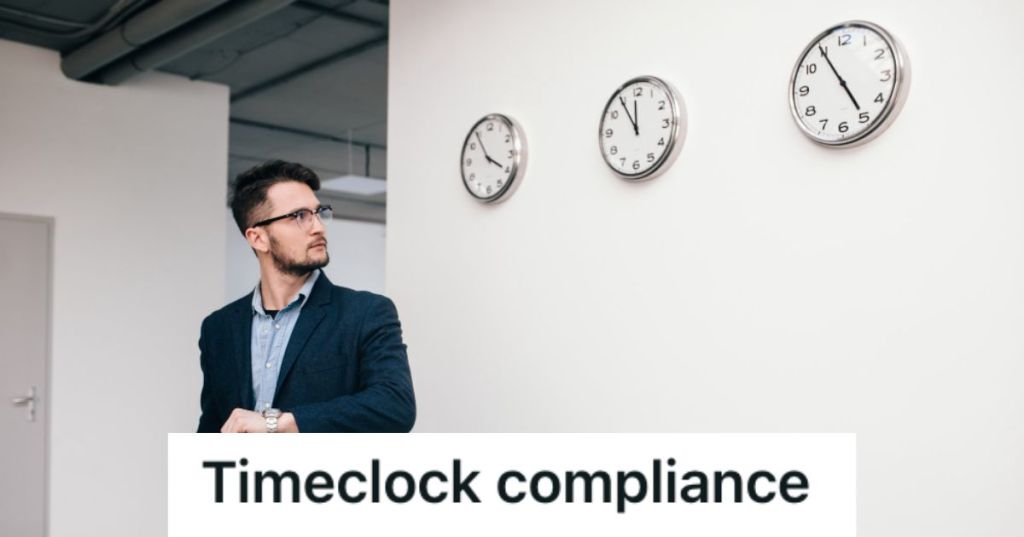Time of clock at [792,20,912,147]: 4:54
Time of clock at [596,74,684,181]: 11:54
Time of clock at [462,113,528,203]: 3:54
